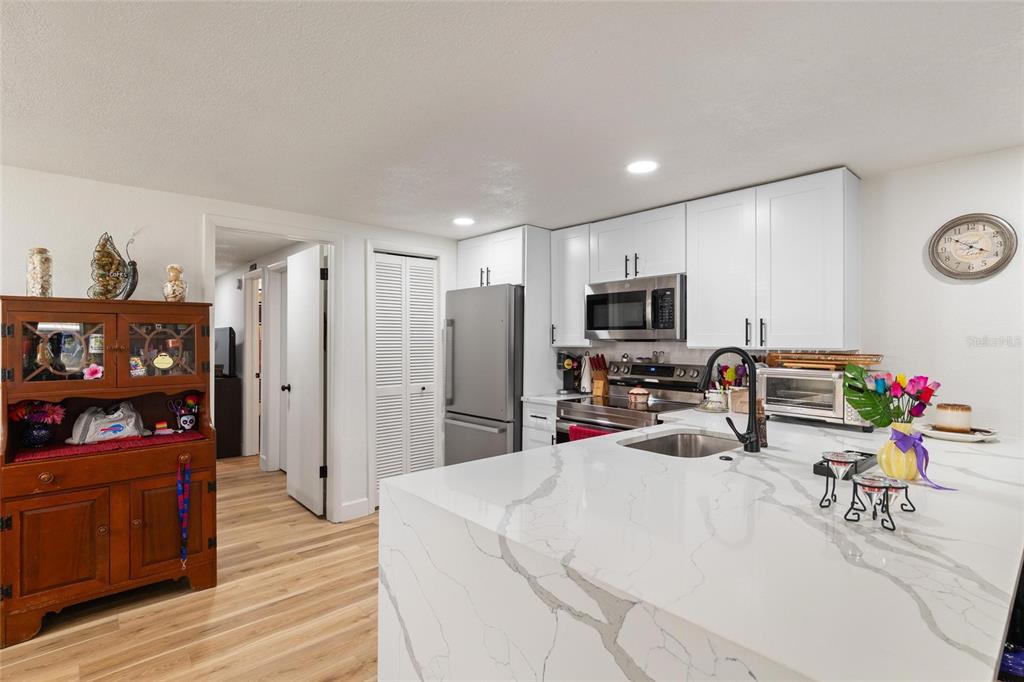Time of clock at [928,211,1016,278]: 3:50
